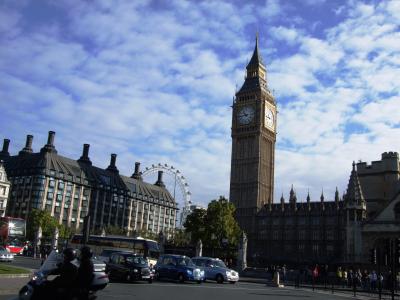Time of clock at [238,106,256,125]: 10:43
